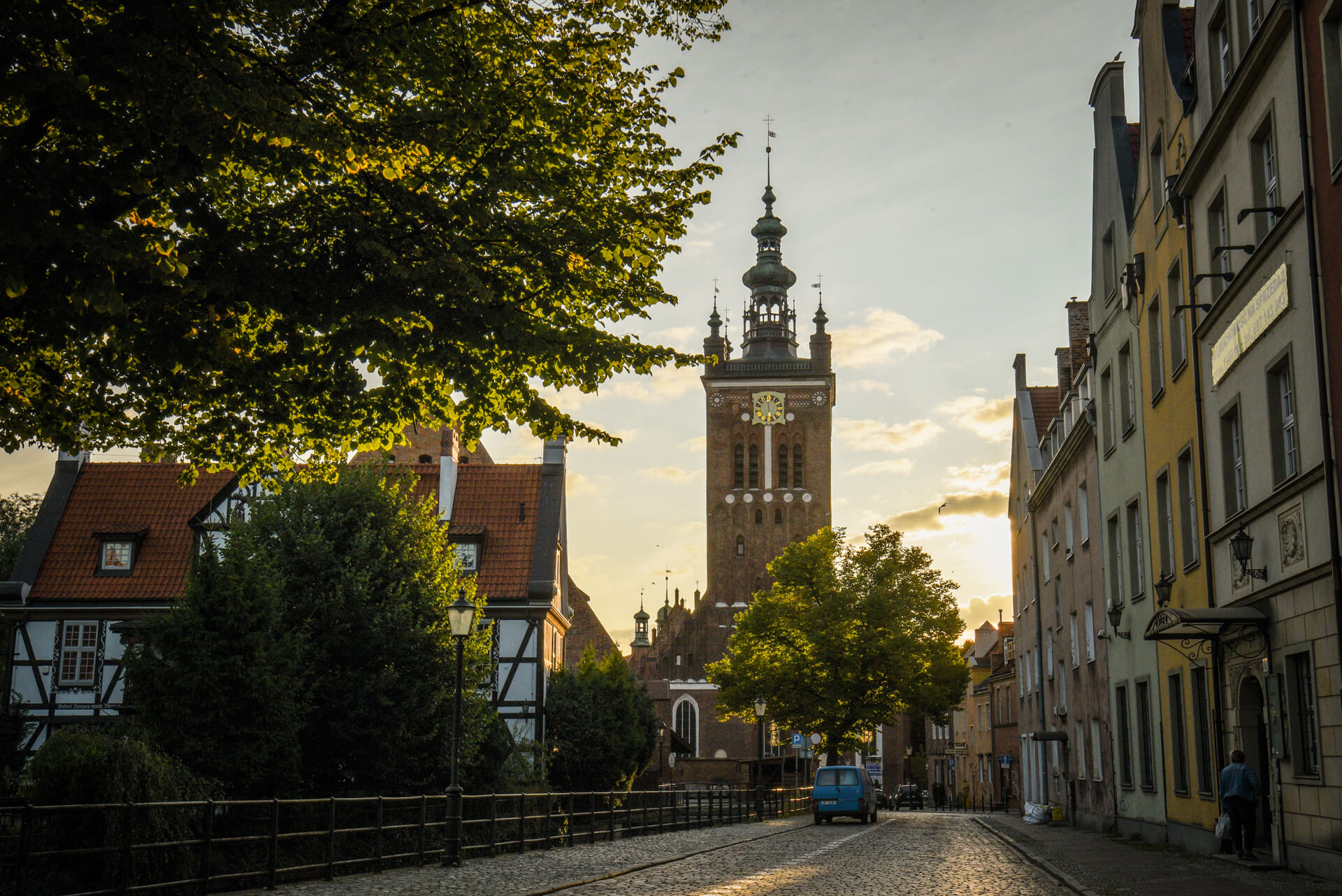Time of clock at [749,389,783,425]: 5:59
